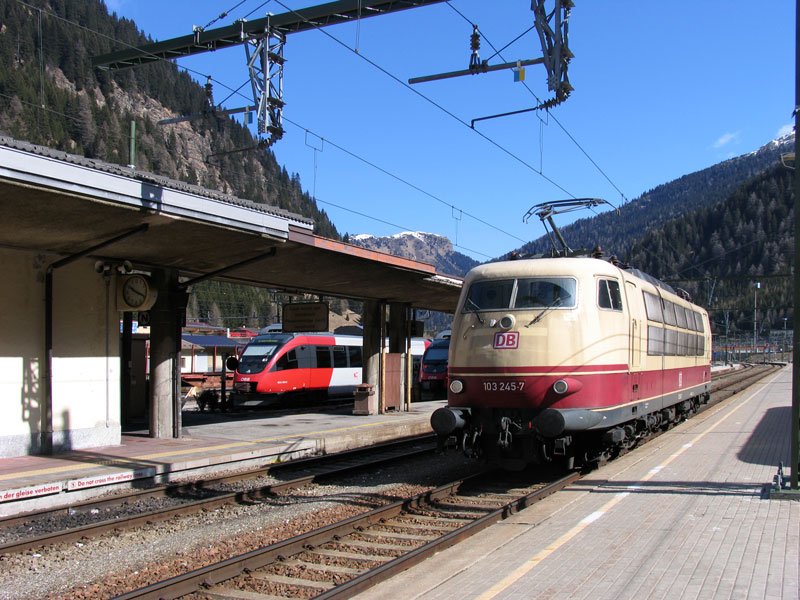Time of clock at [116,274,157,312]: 10:19
